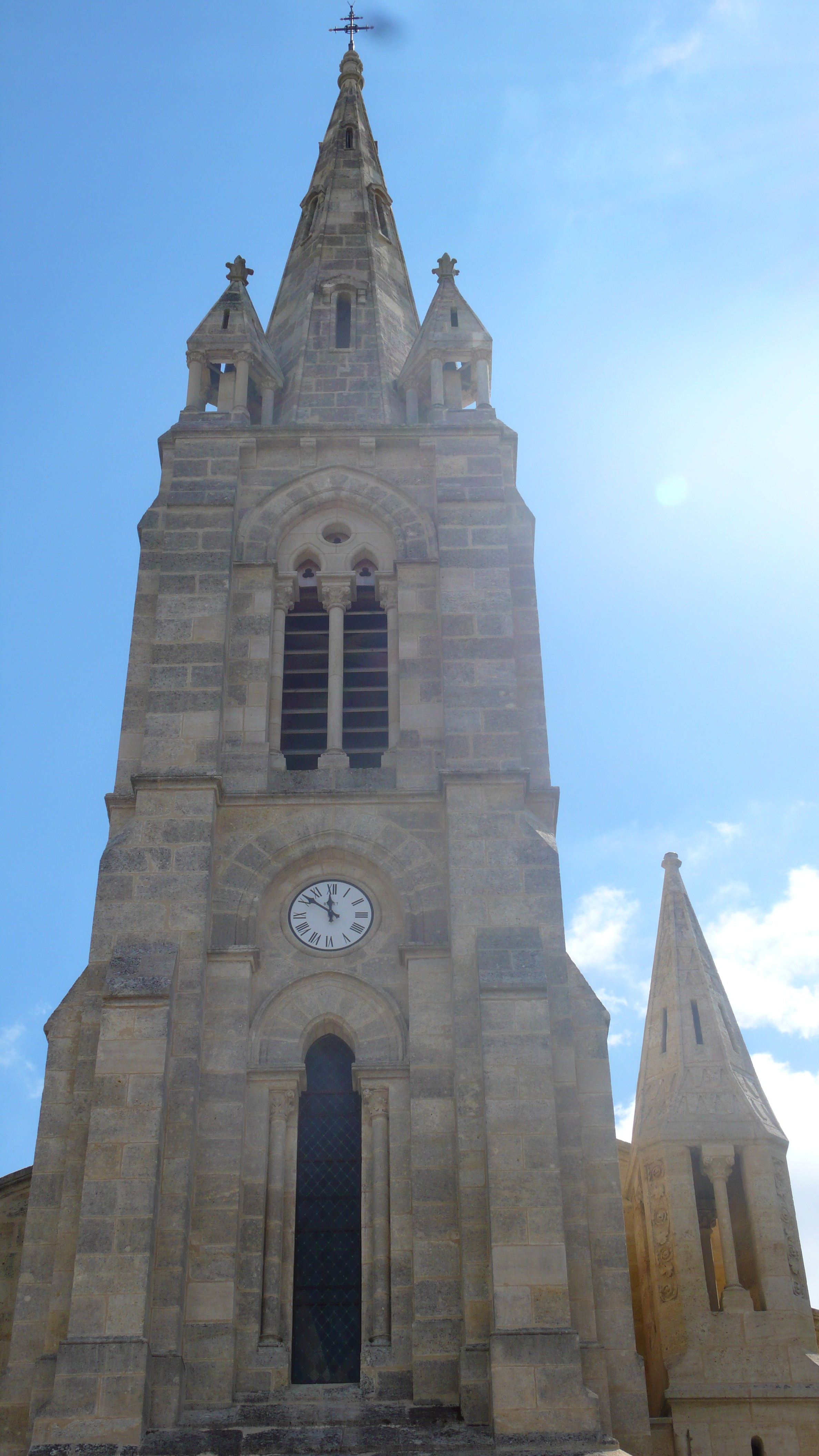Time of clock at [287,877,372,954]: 11:51
